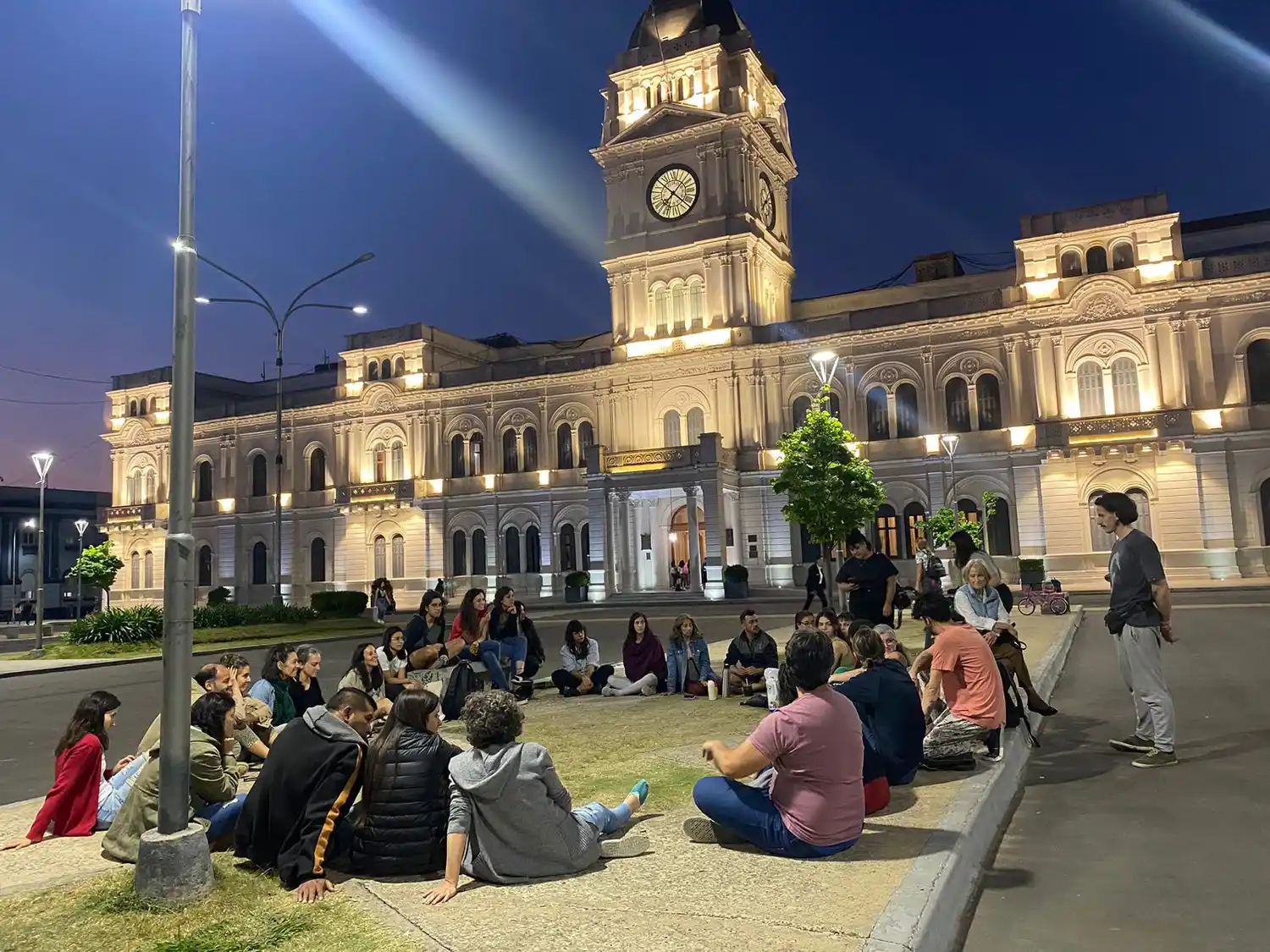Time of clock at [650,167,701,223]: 7:07
